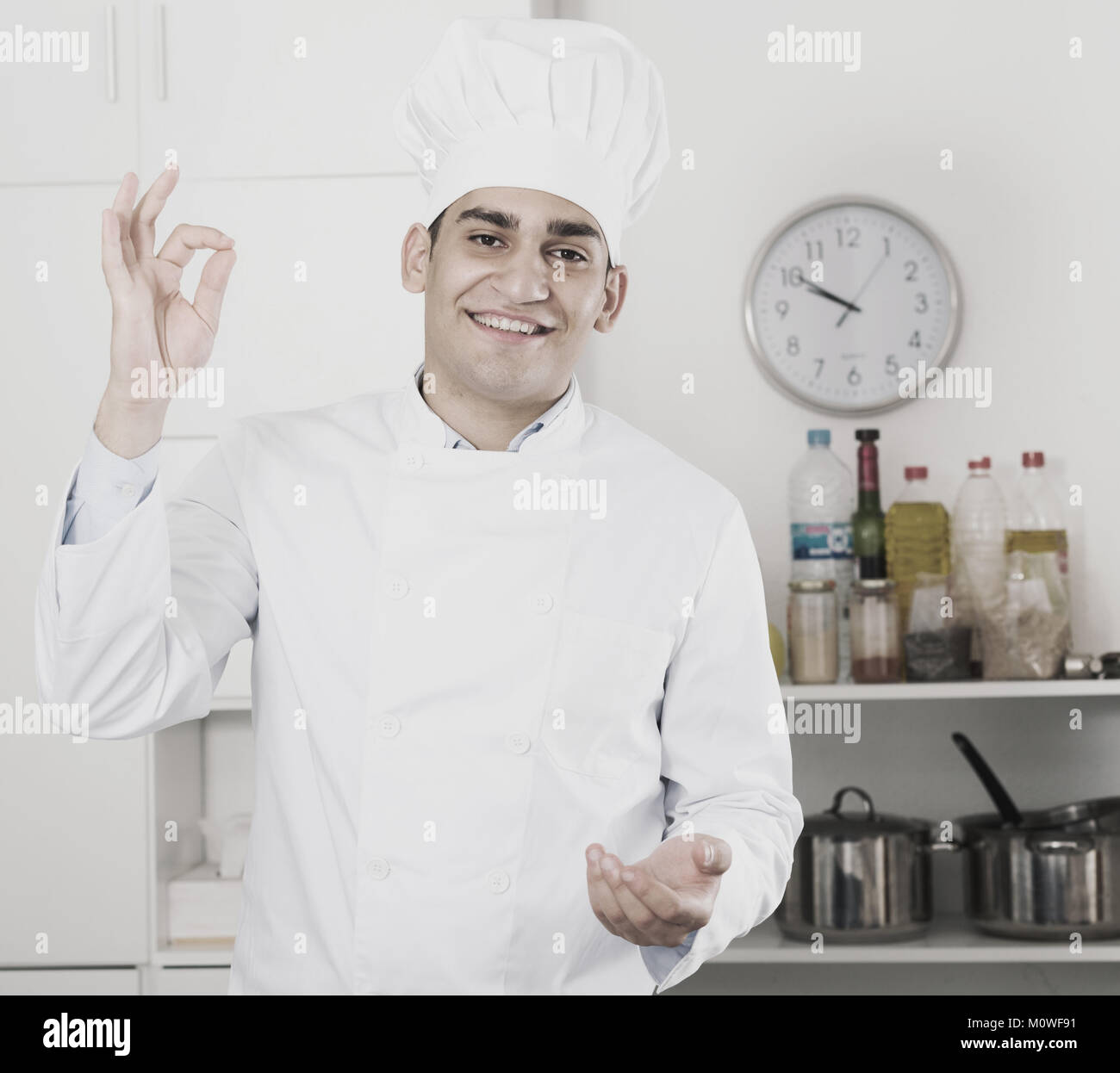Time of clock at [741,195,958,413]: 9:50
